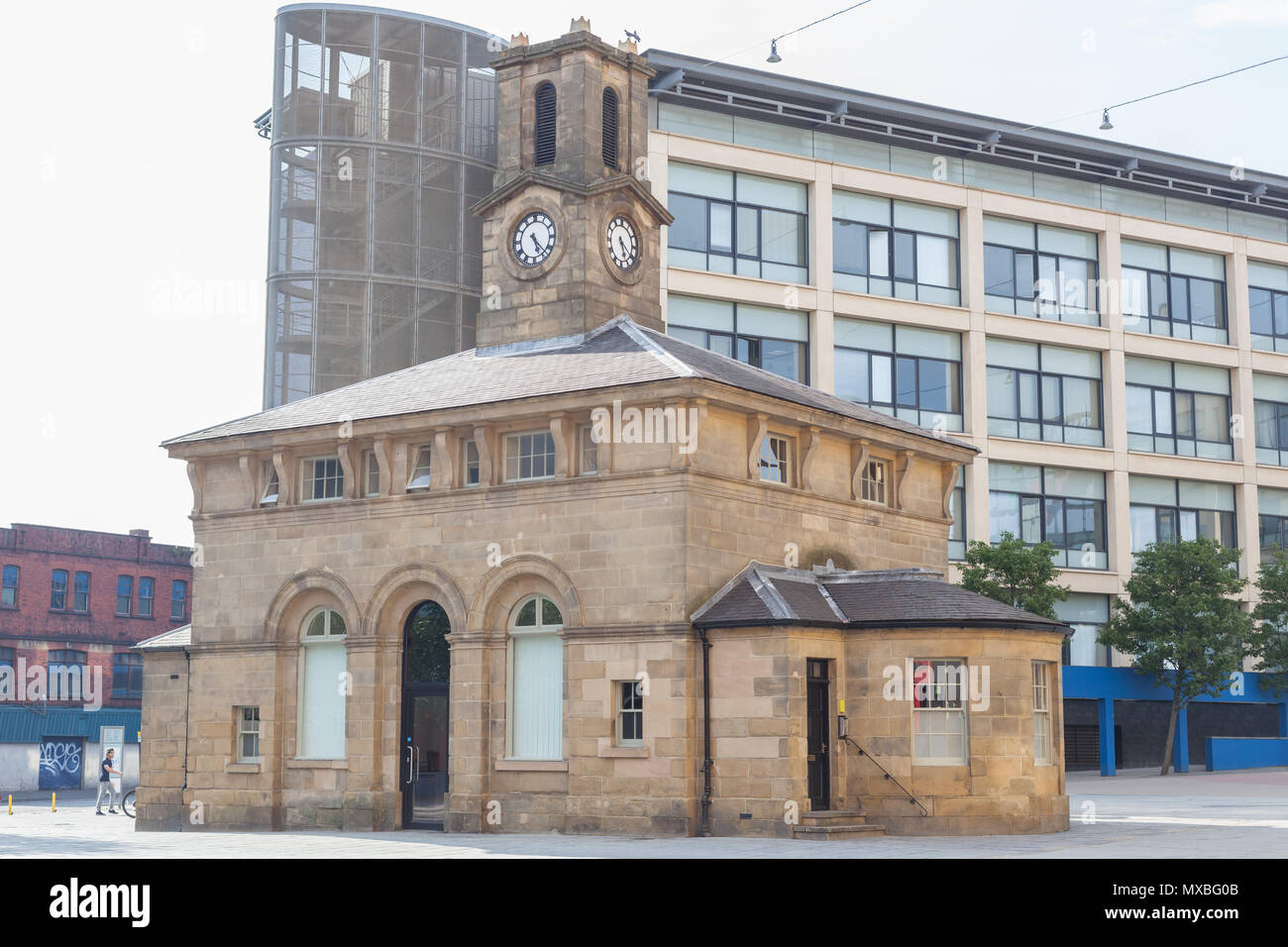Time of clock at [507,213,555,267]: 5:22
